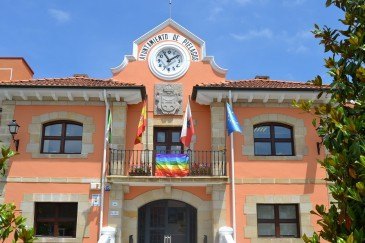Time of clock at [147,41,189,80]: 1:54
